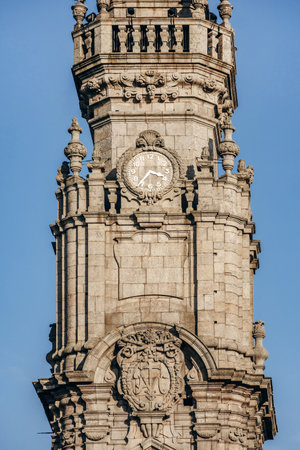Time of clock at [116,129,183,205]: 3:36
